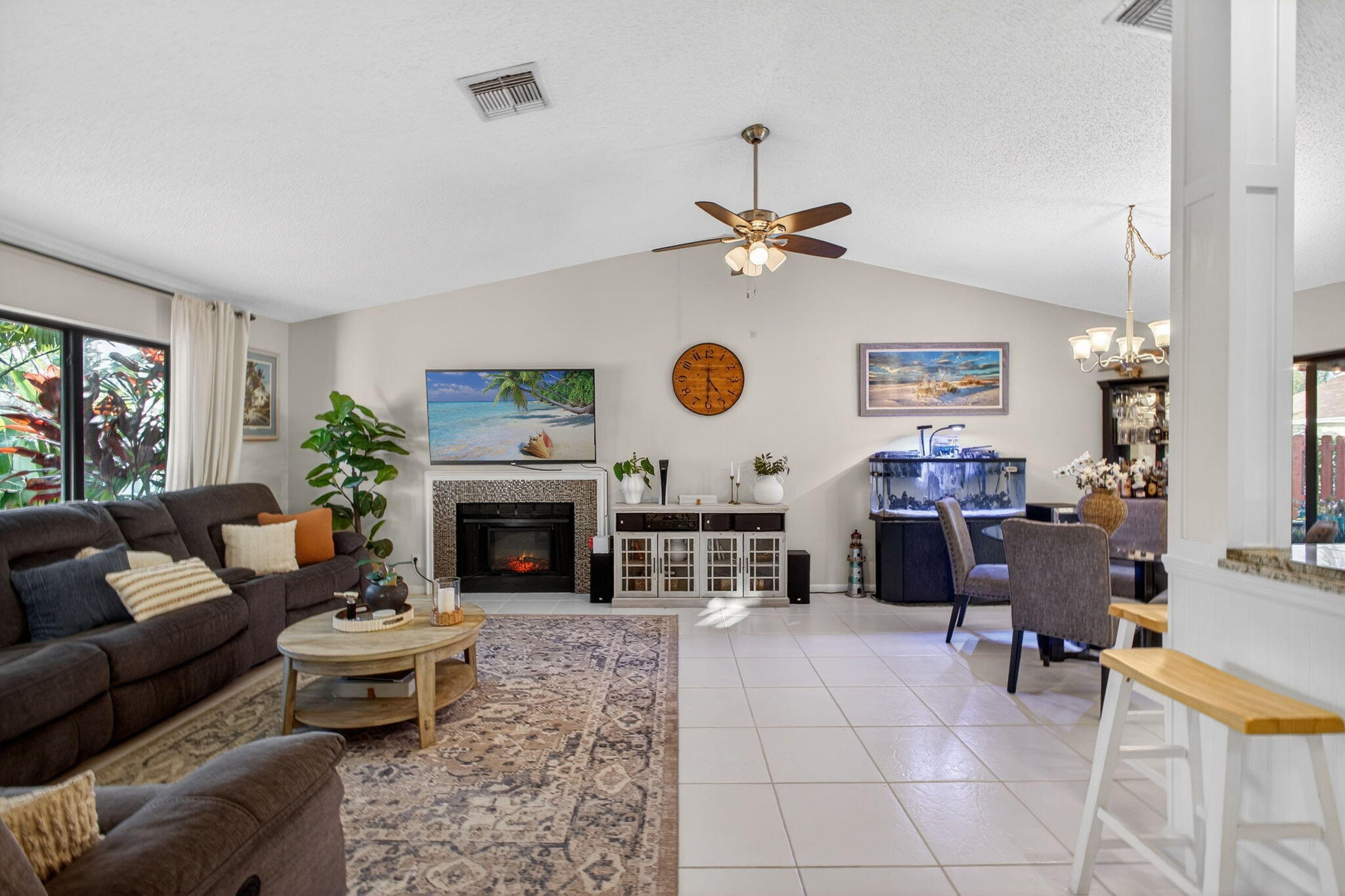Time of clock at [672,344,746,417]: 4:30
